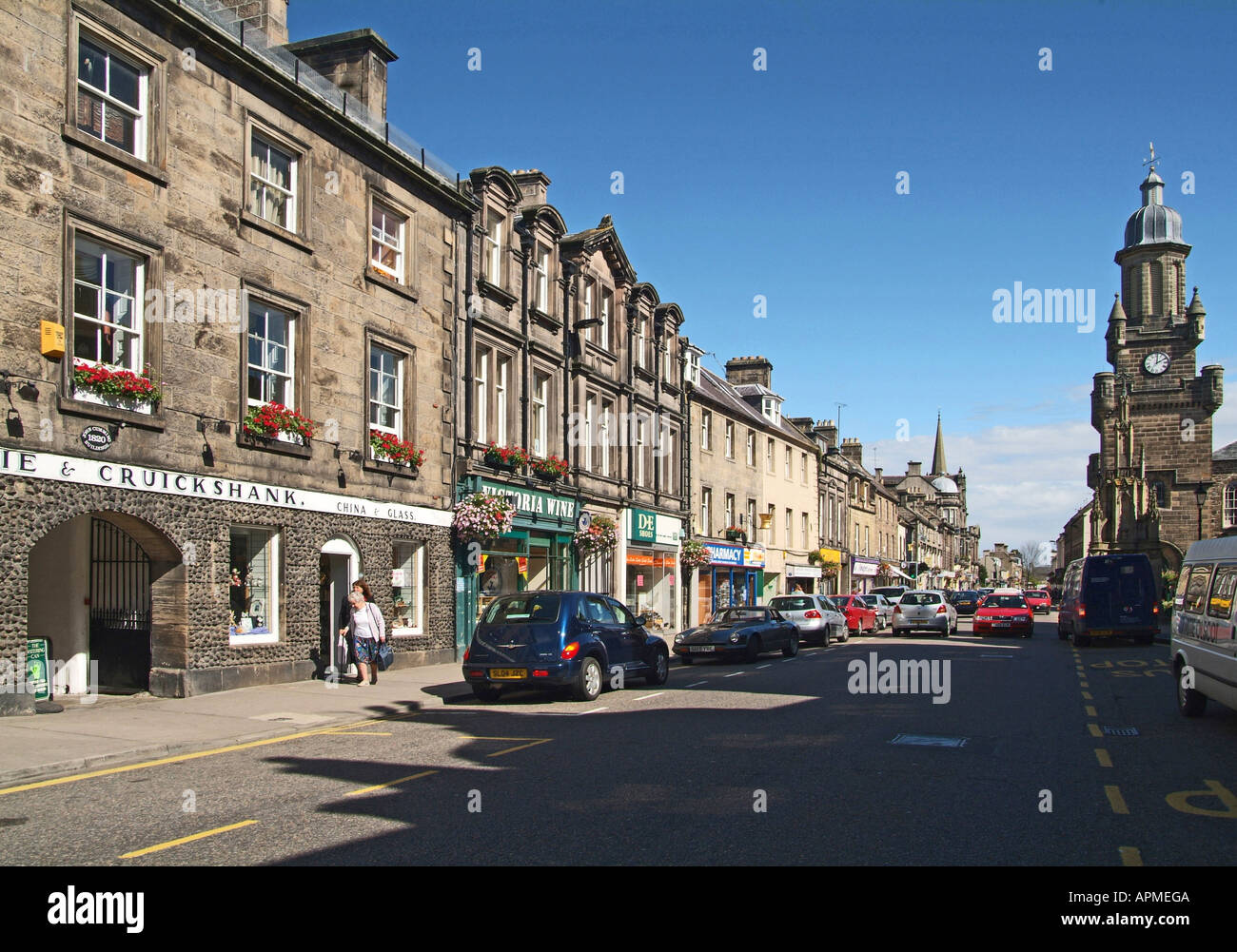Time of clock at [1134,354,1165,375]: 2:01
